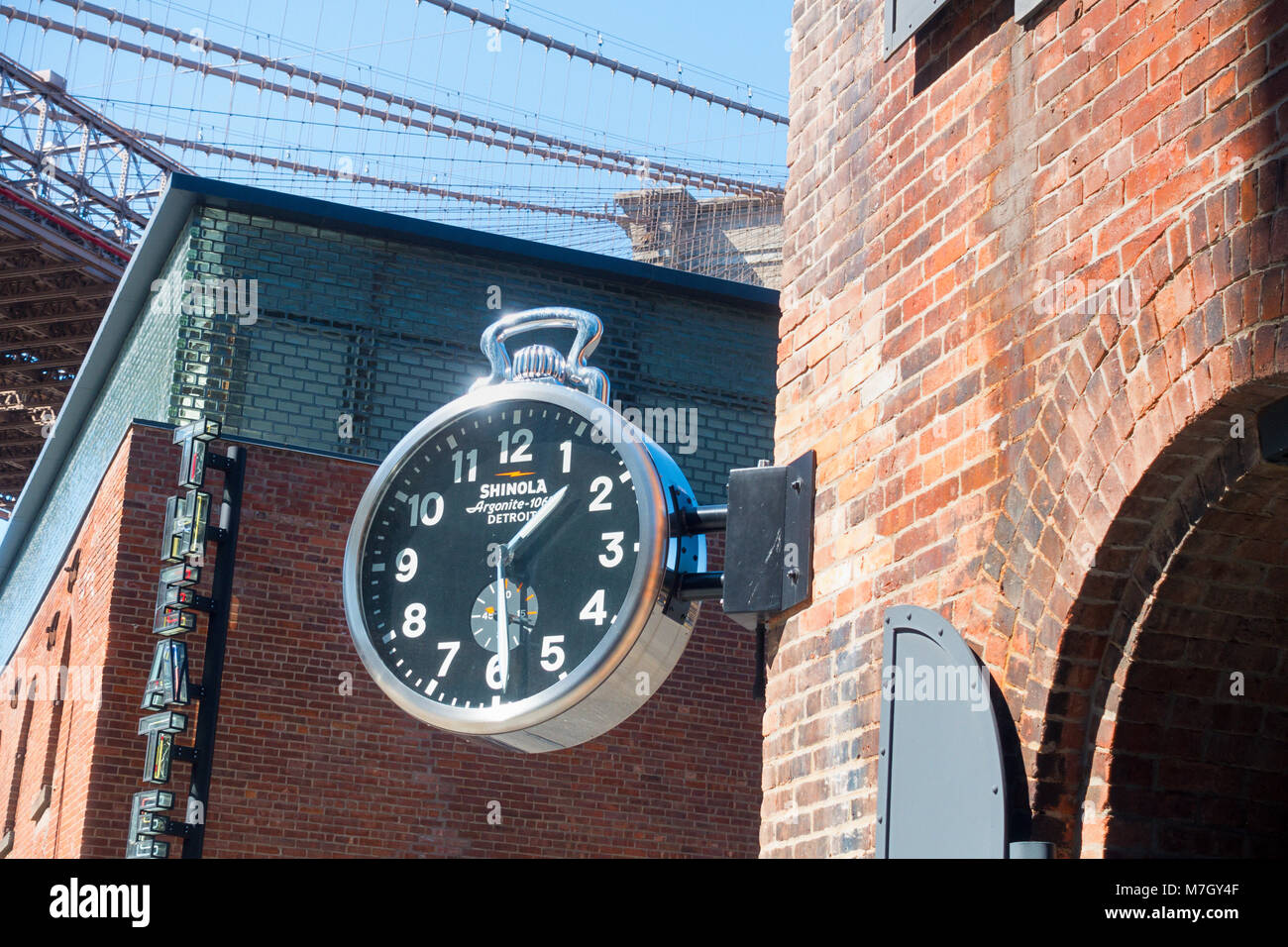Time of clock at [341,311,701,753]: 1:28
